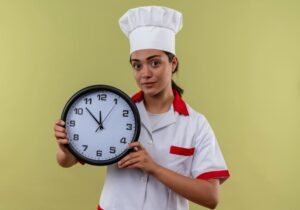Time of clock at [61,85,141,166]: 11:52
